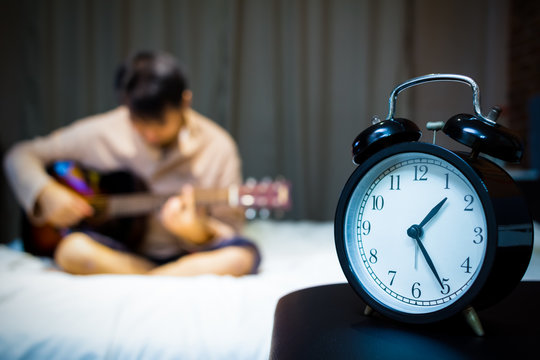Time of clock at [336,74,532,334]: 1:24
